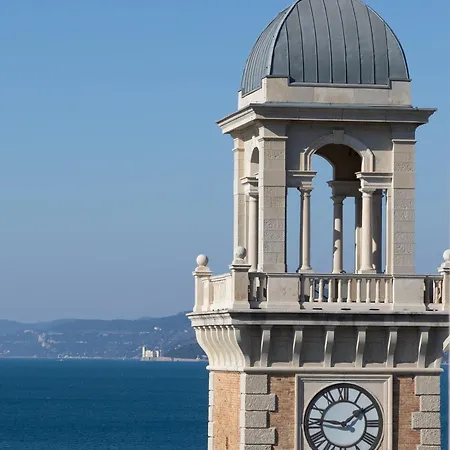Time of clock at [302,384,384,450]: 1:46
